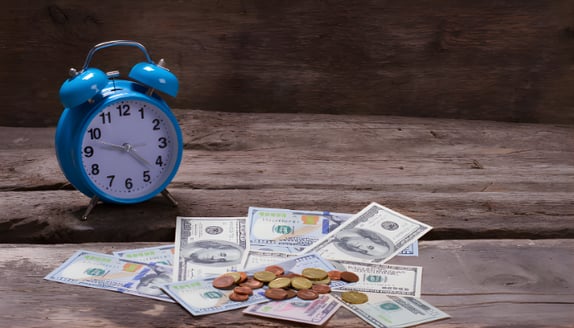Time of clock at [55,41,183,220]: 9:22
